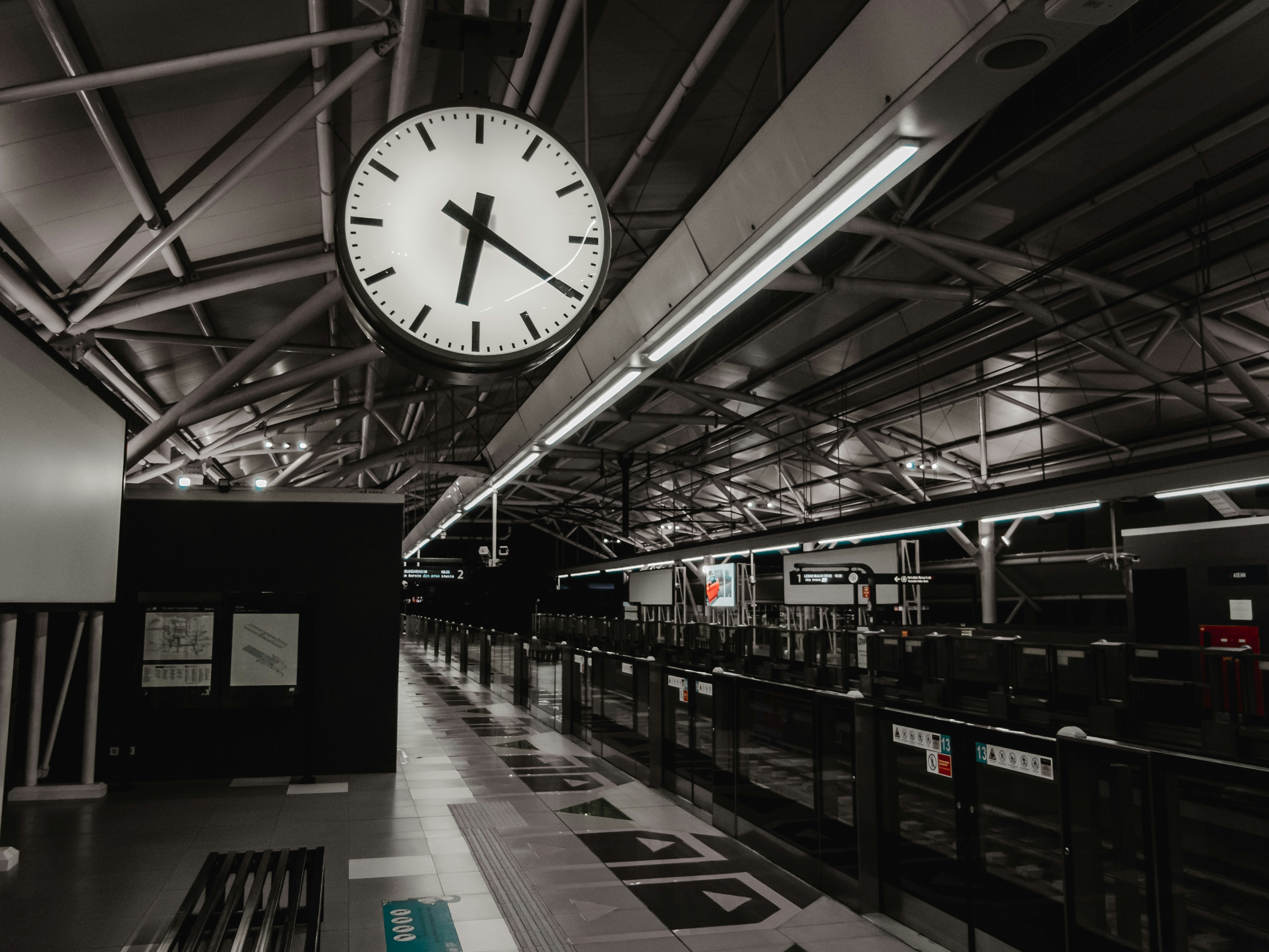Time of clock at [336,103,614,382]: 6:20
